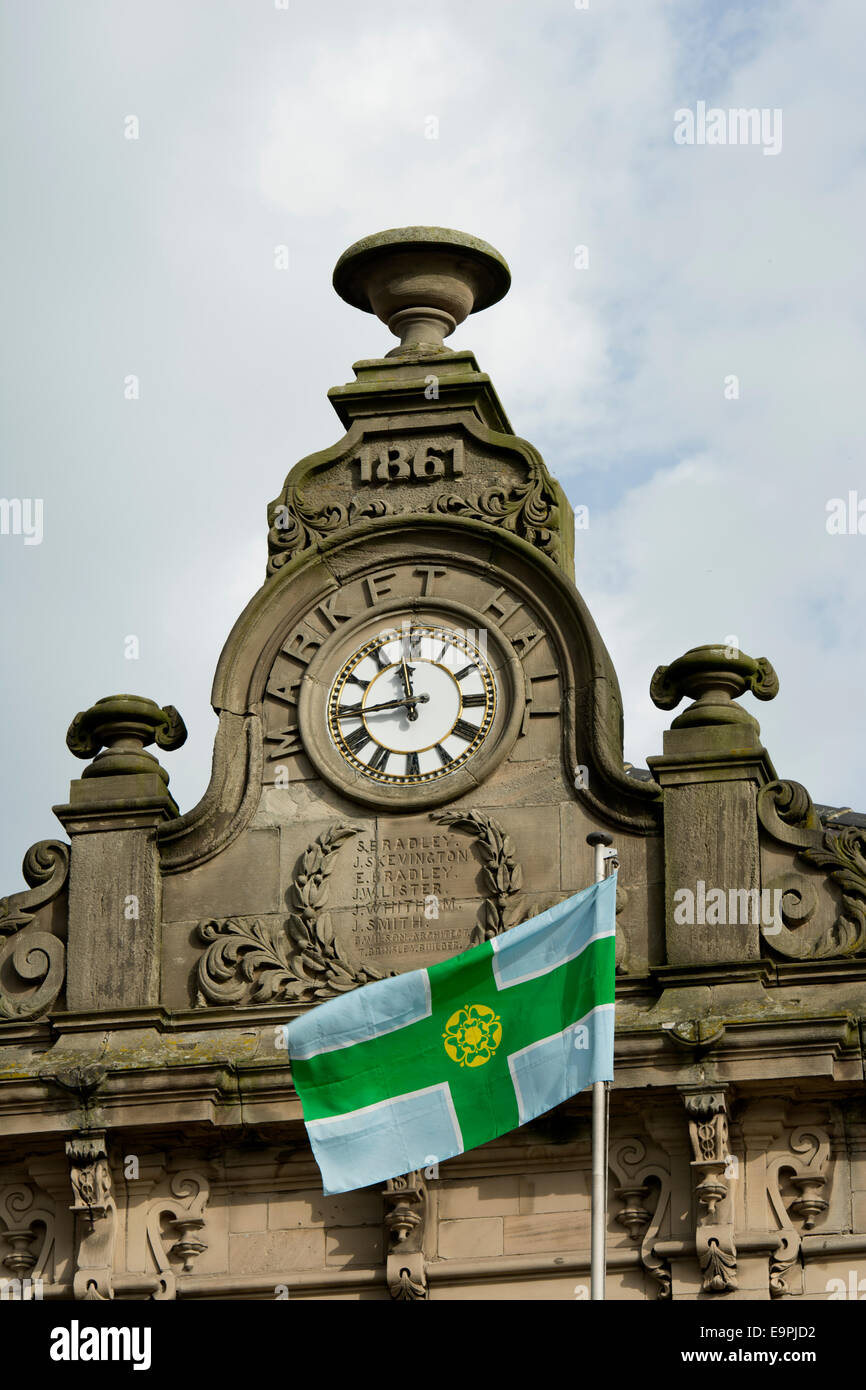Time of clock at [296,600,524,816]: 11:43
